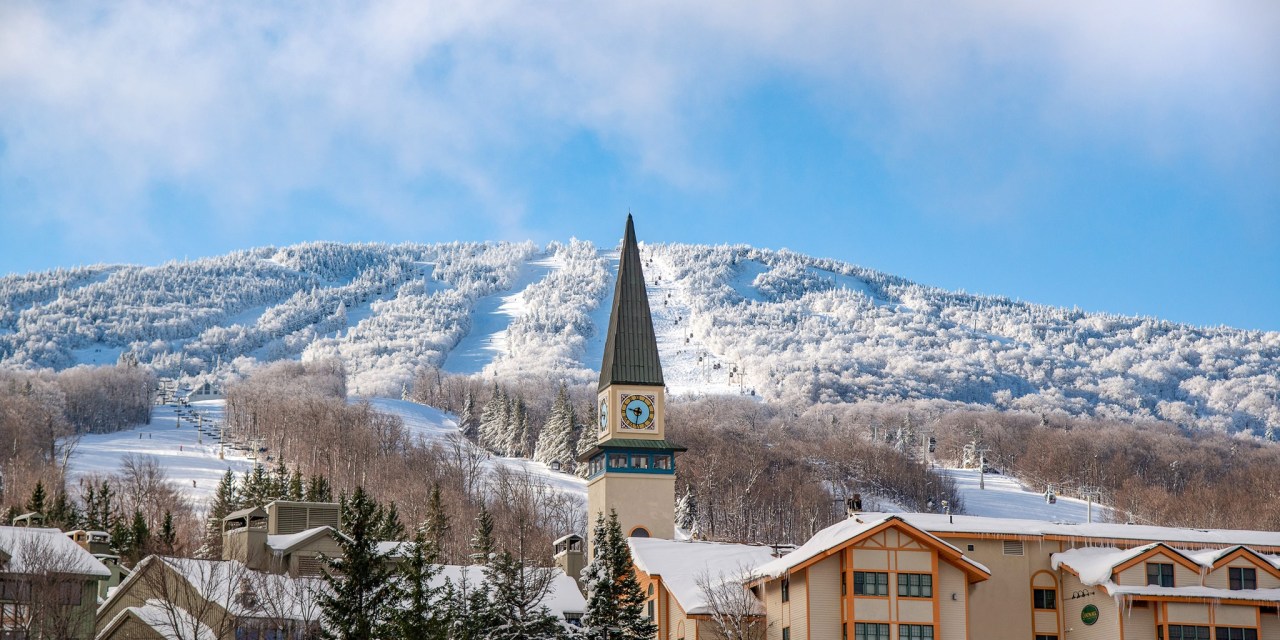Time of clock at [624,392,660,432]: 9:32
